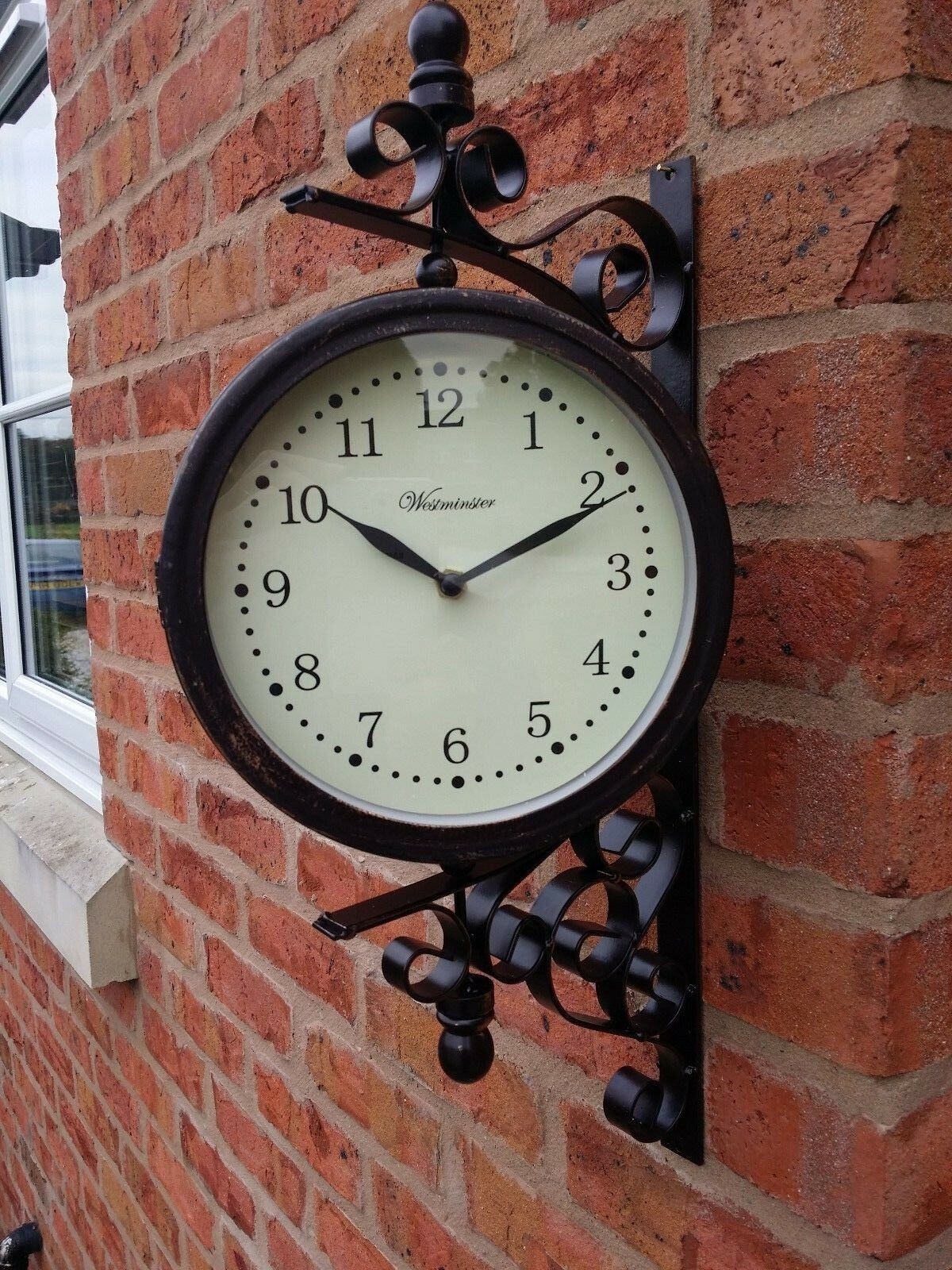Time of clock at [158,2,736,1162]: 10:11
